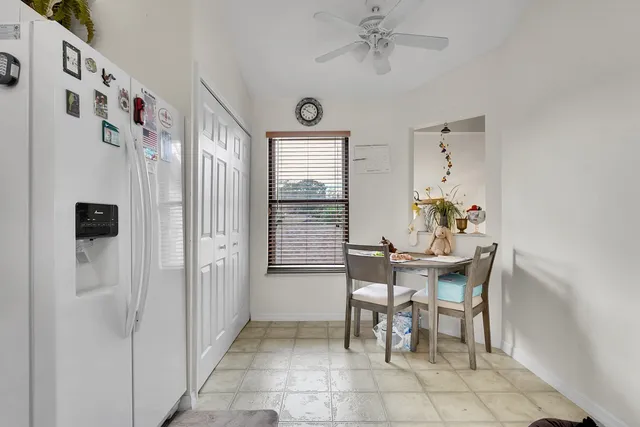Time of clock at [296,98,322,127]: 3:50
